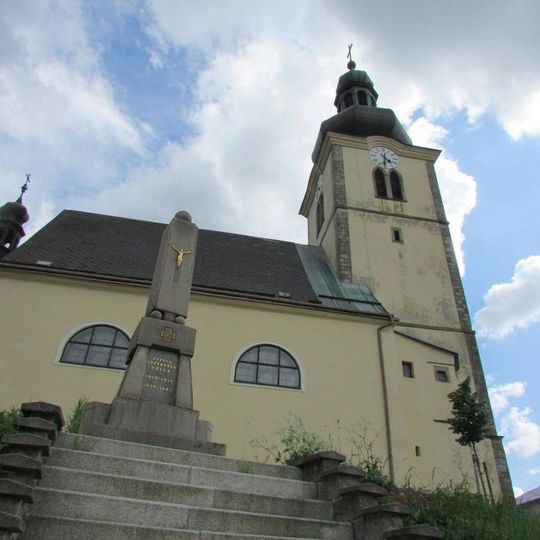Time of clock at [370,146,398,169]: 4:31
